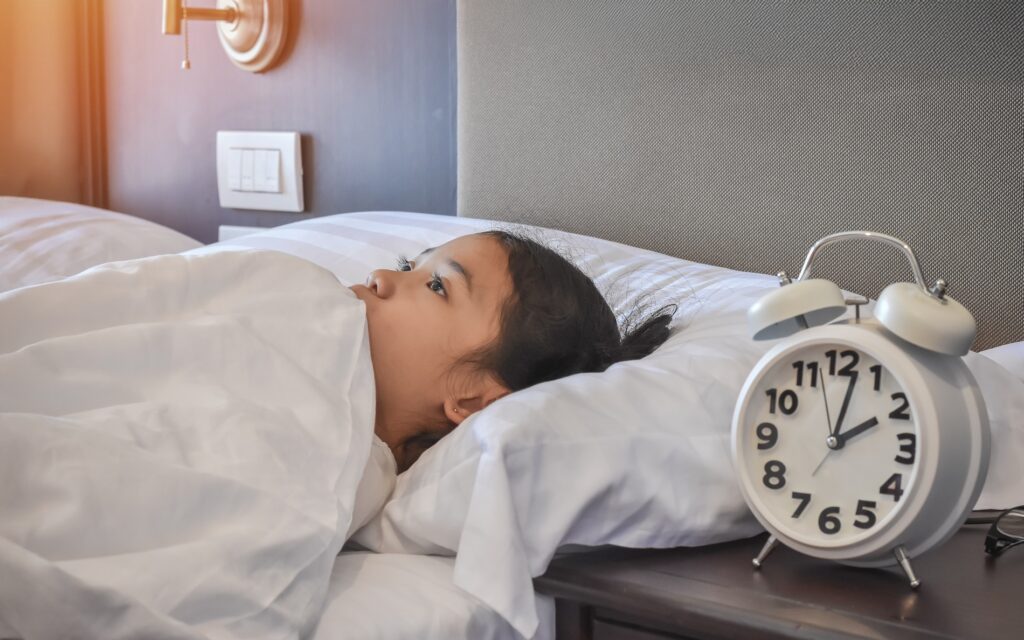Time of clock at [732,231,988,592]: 2:02
